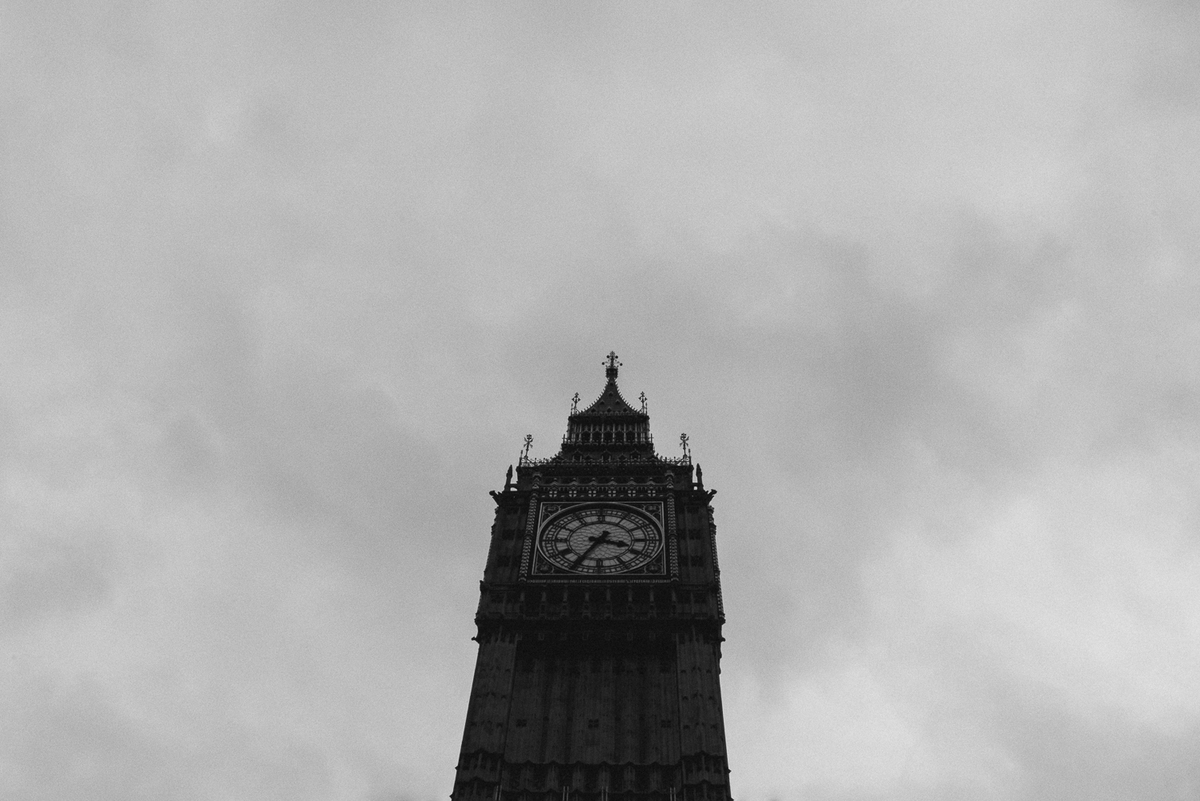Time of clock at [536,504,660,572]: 3:35
